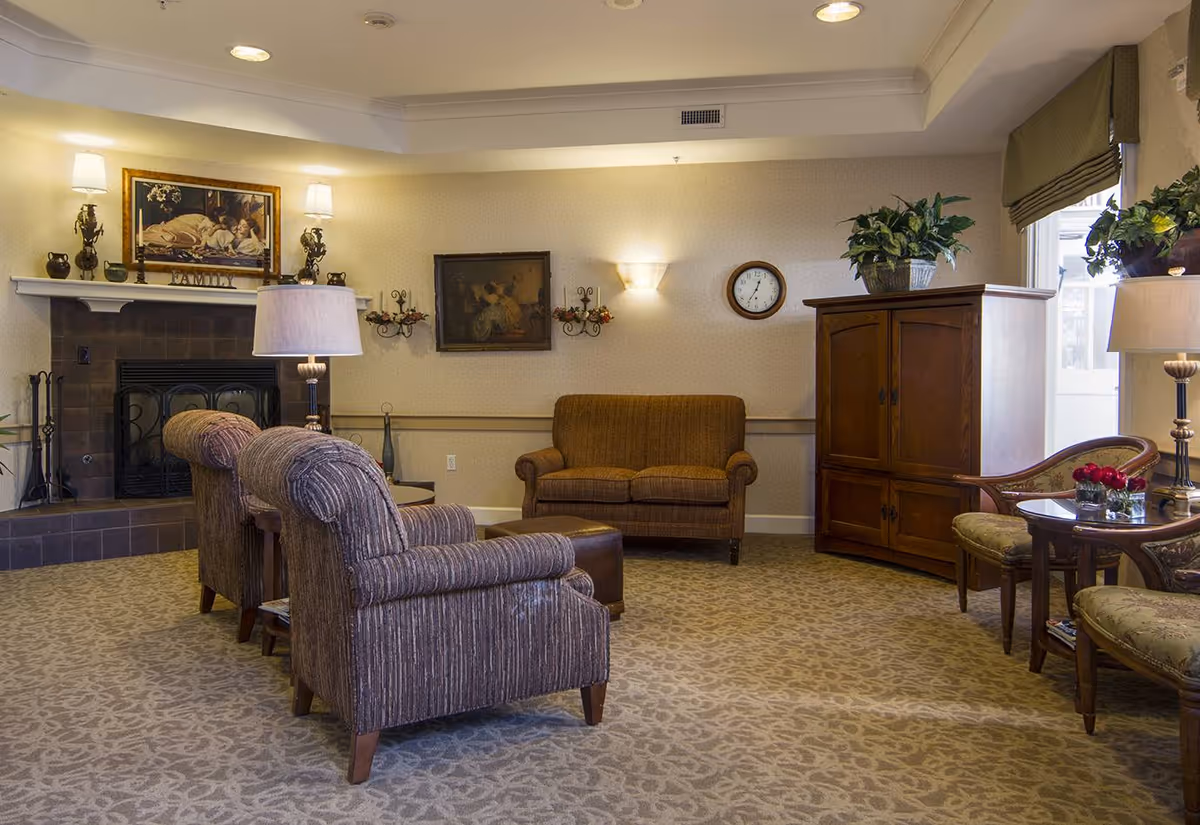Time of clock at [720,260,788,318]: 12:35
